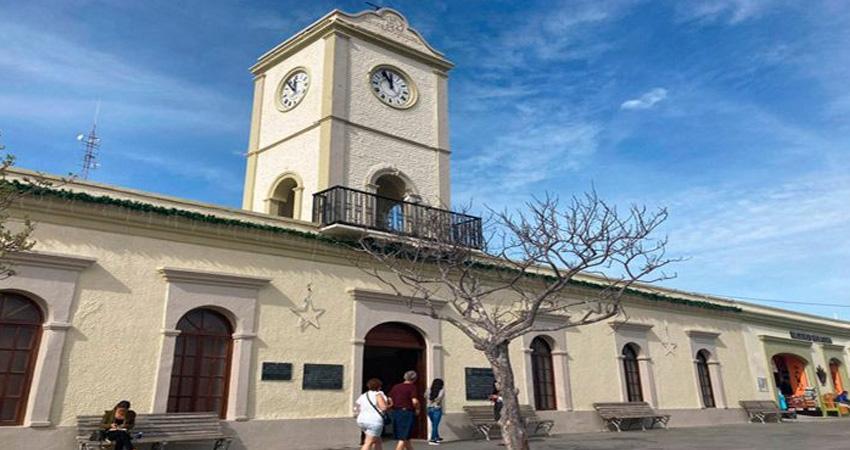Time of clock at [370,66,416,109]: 11:55
